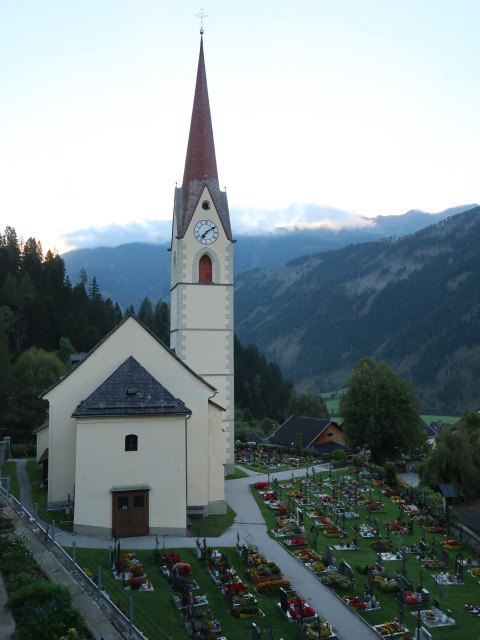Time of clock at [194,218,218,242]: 7:09
